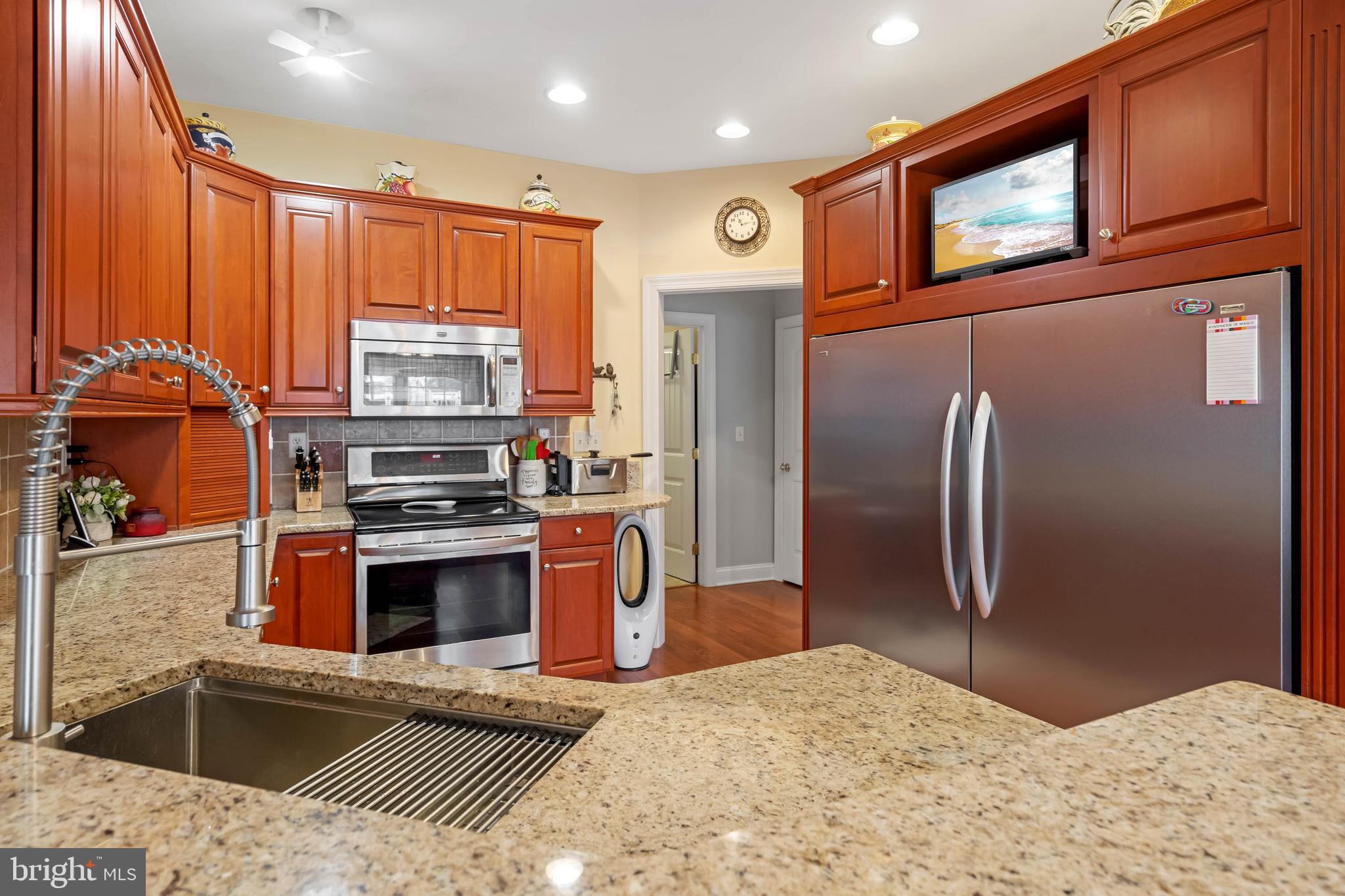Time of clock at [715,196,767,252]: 11:13
